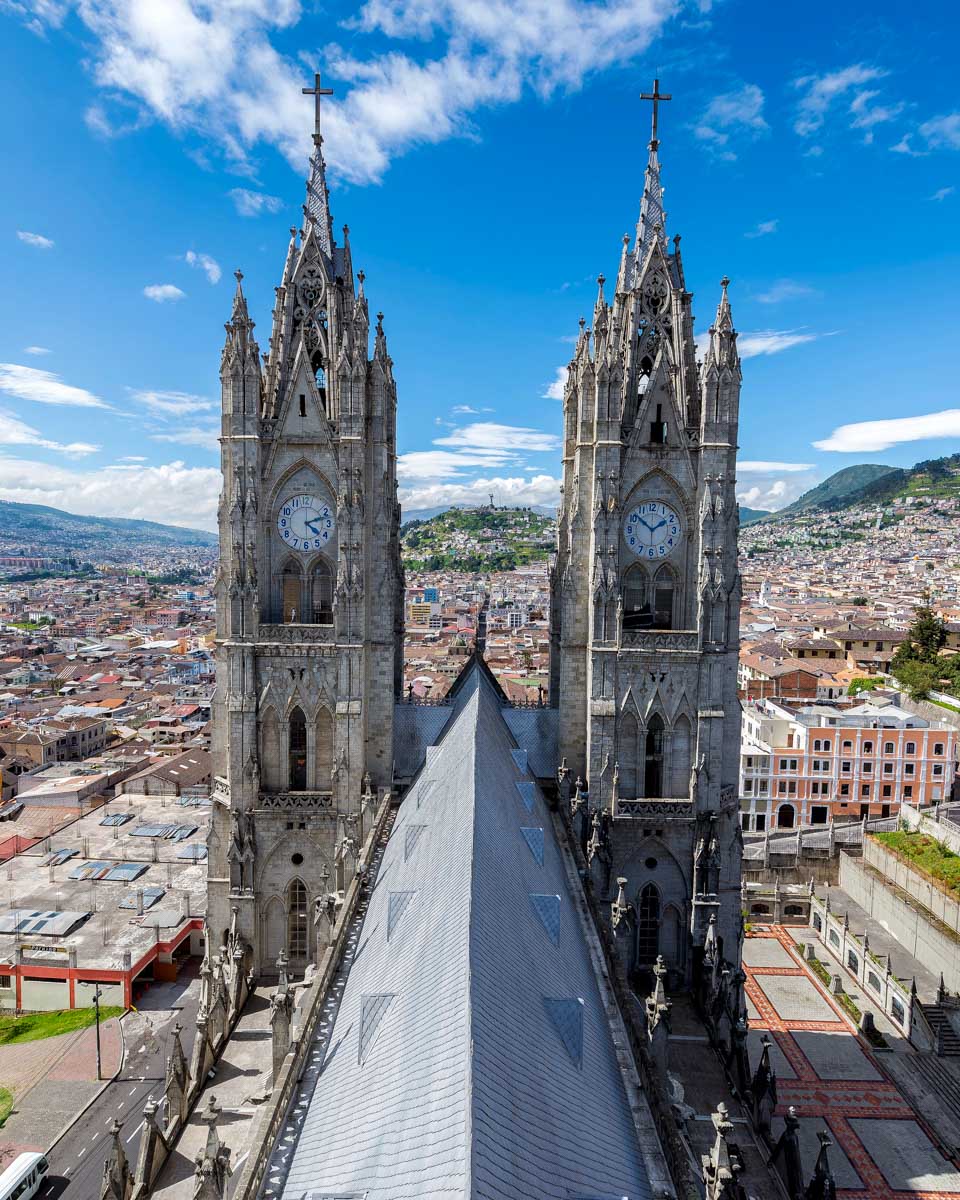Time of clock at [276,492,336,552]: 4:12
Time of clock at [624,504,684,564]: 1:51
